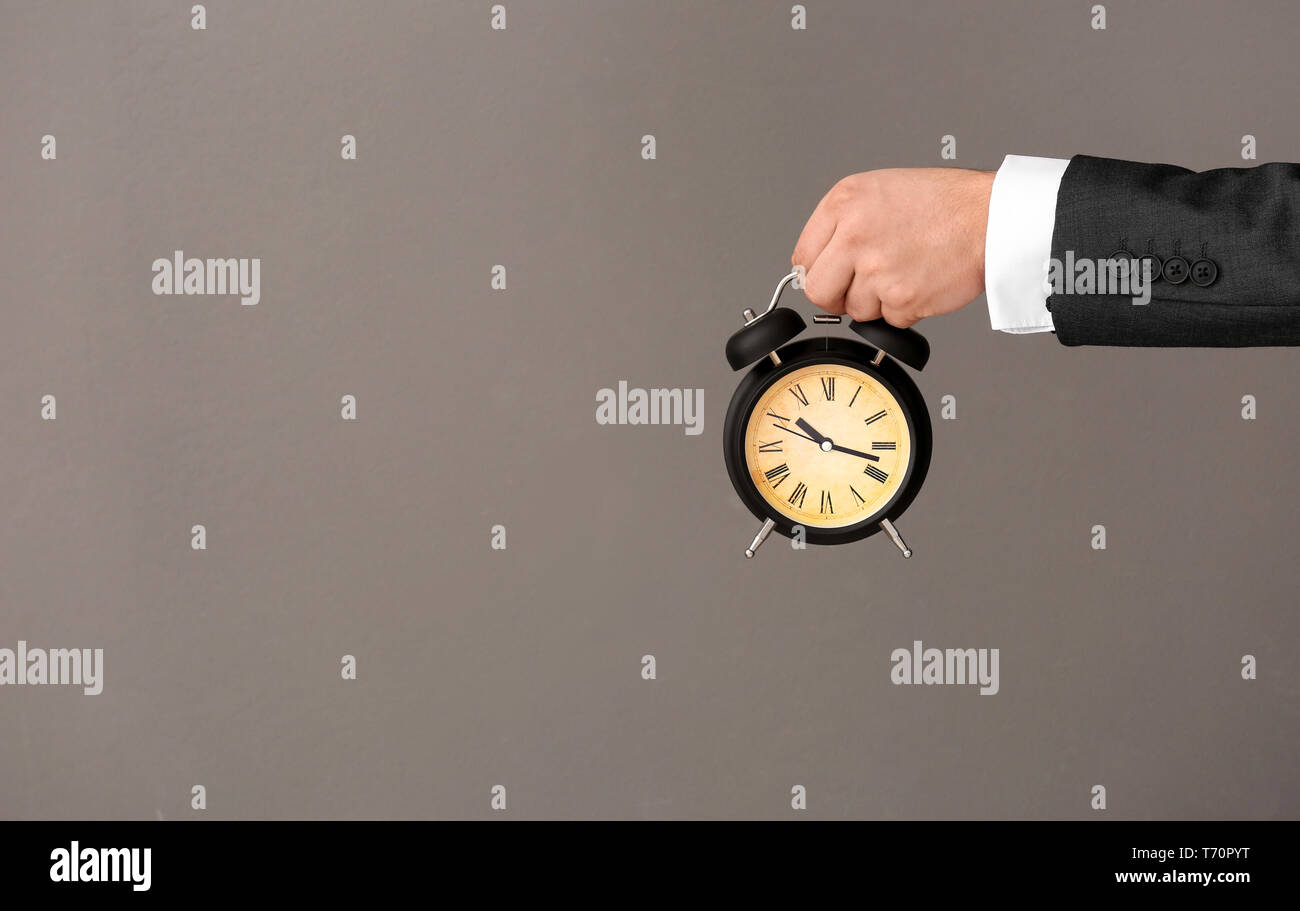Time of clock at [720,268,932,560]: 10:17
